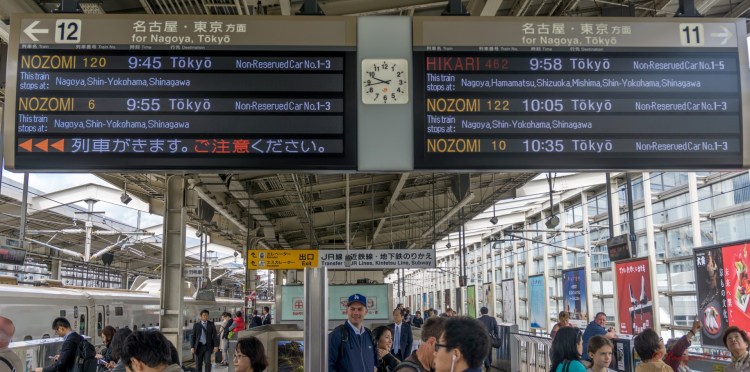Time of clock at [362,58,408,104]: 9:43
